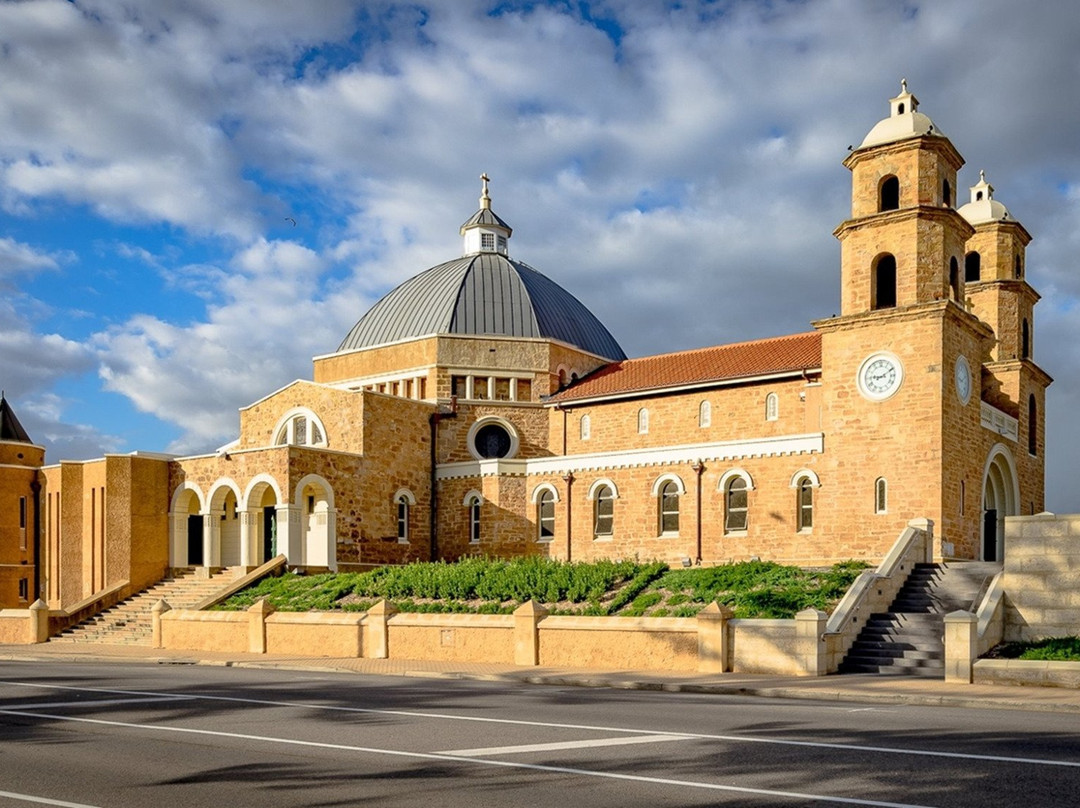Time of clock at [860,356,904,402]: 9:10
